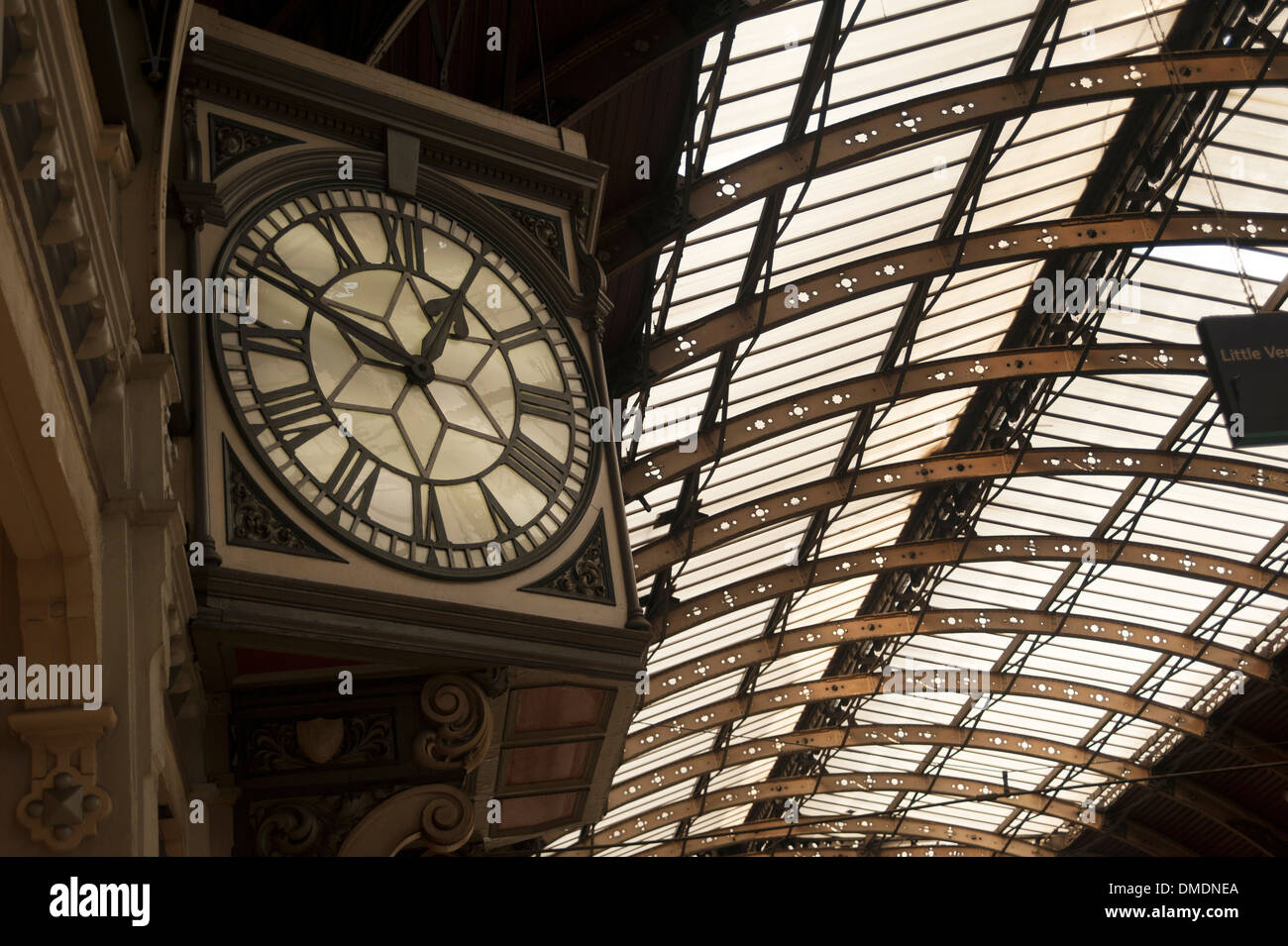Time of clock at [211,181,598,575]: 12:48
